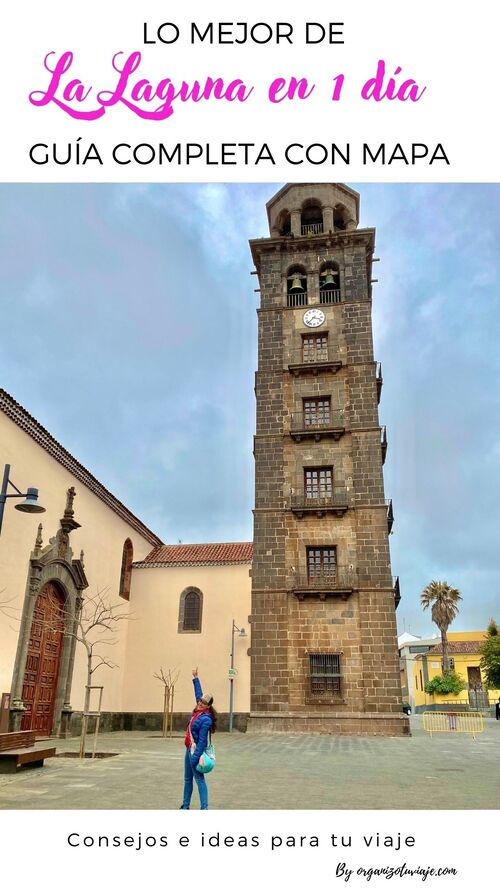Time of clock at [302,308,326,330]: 3:37
